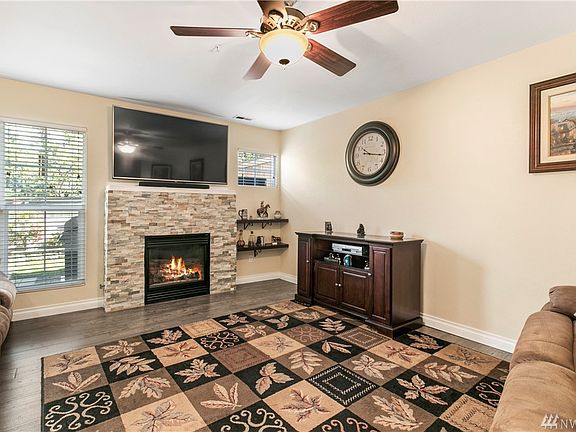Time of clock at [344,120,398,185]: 10:16
